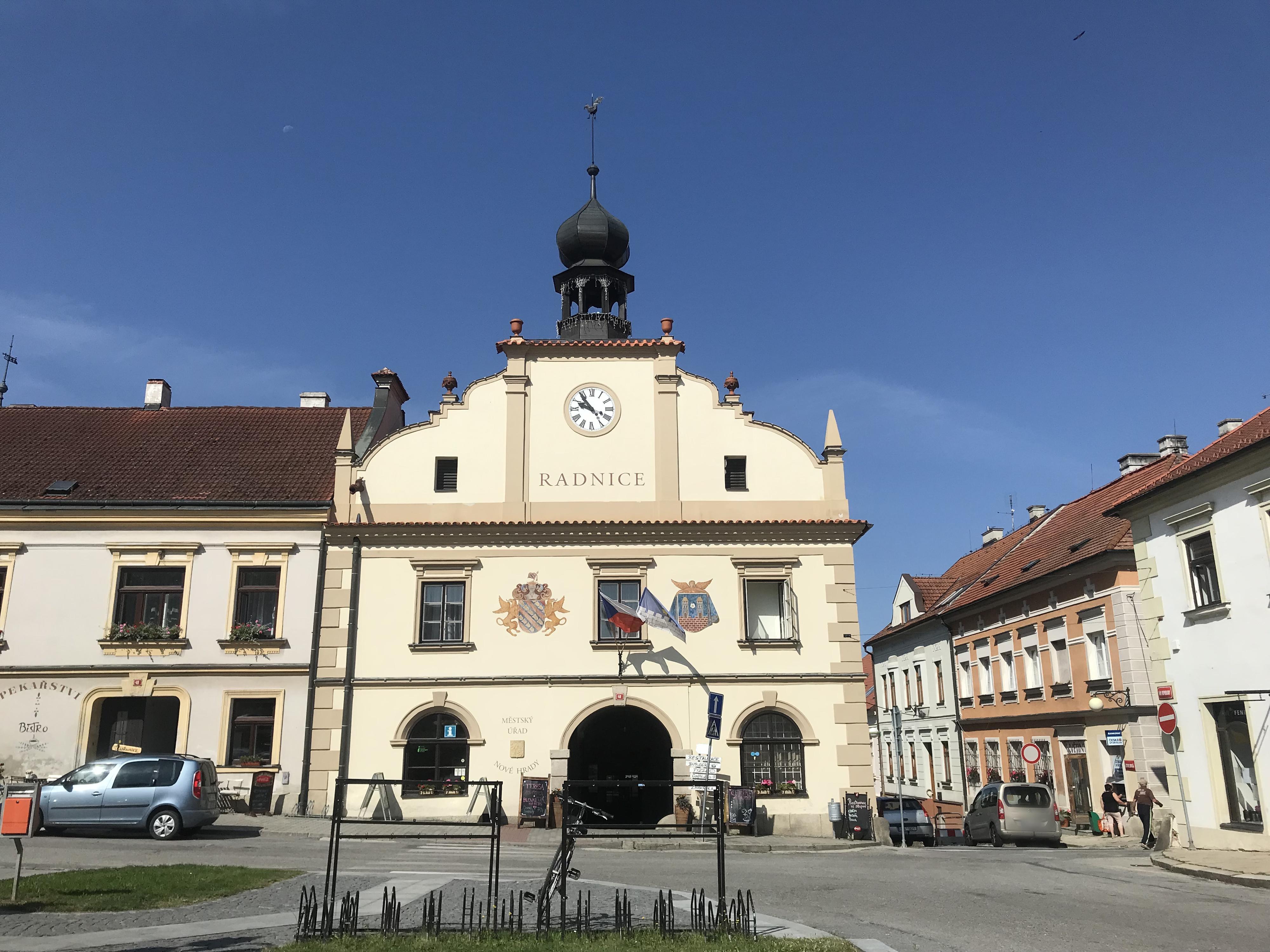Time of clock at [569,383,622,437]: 9:53
